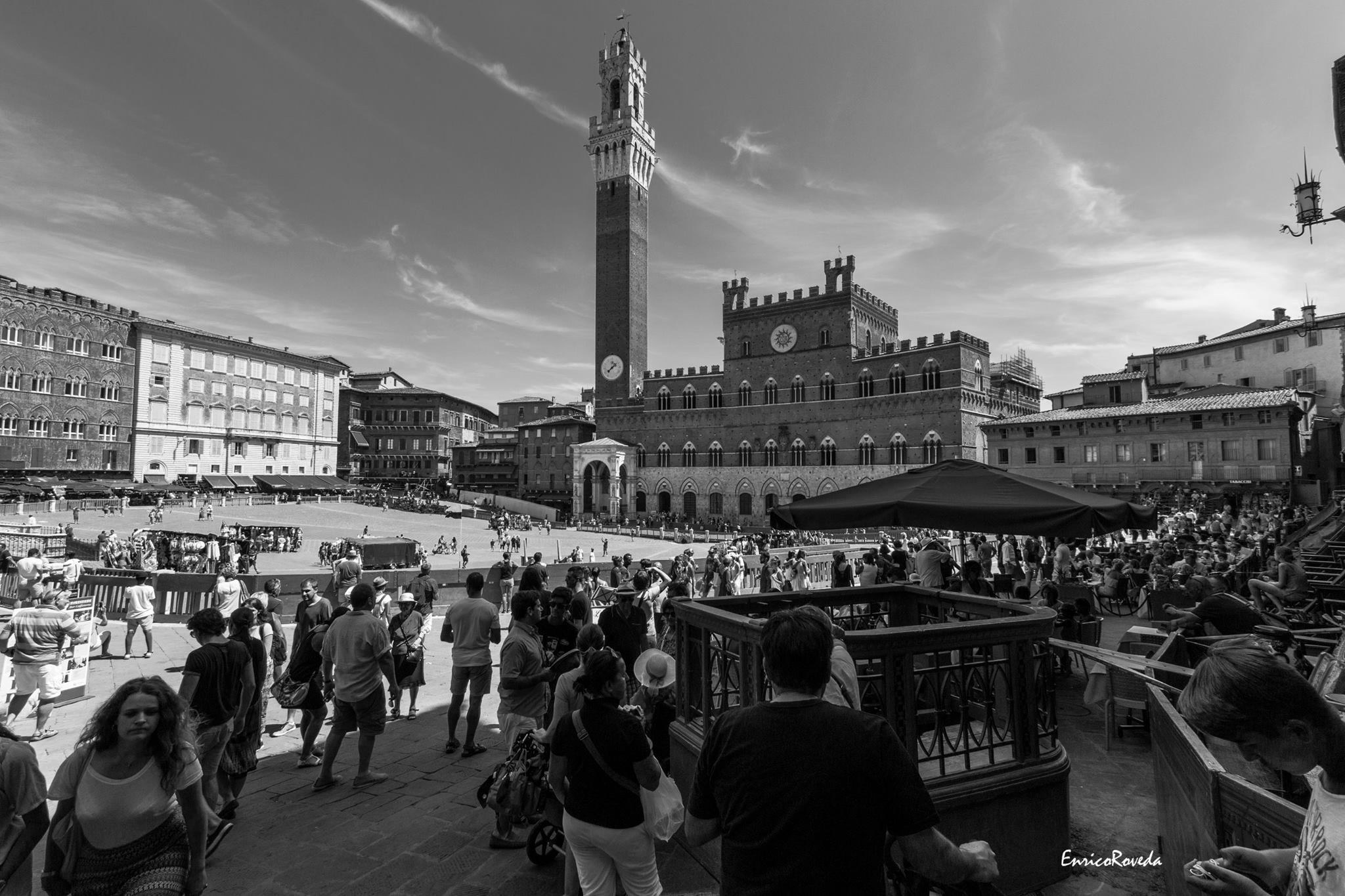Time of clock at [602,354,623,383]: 1:37
